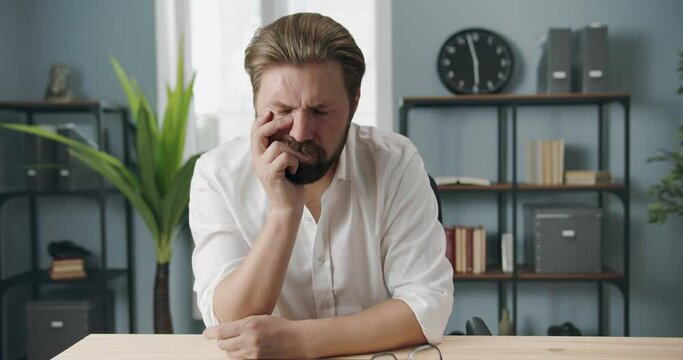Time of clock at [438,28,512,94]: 11:29
